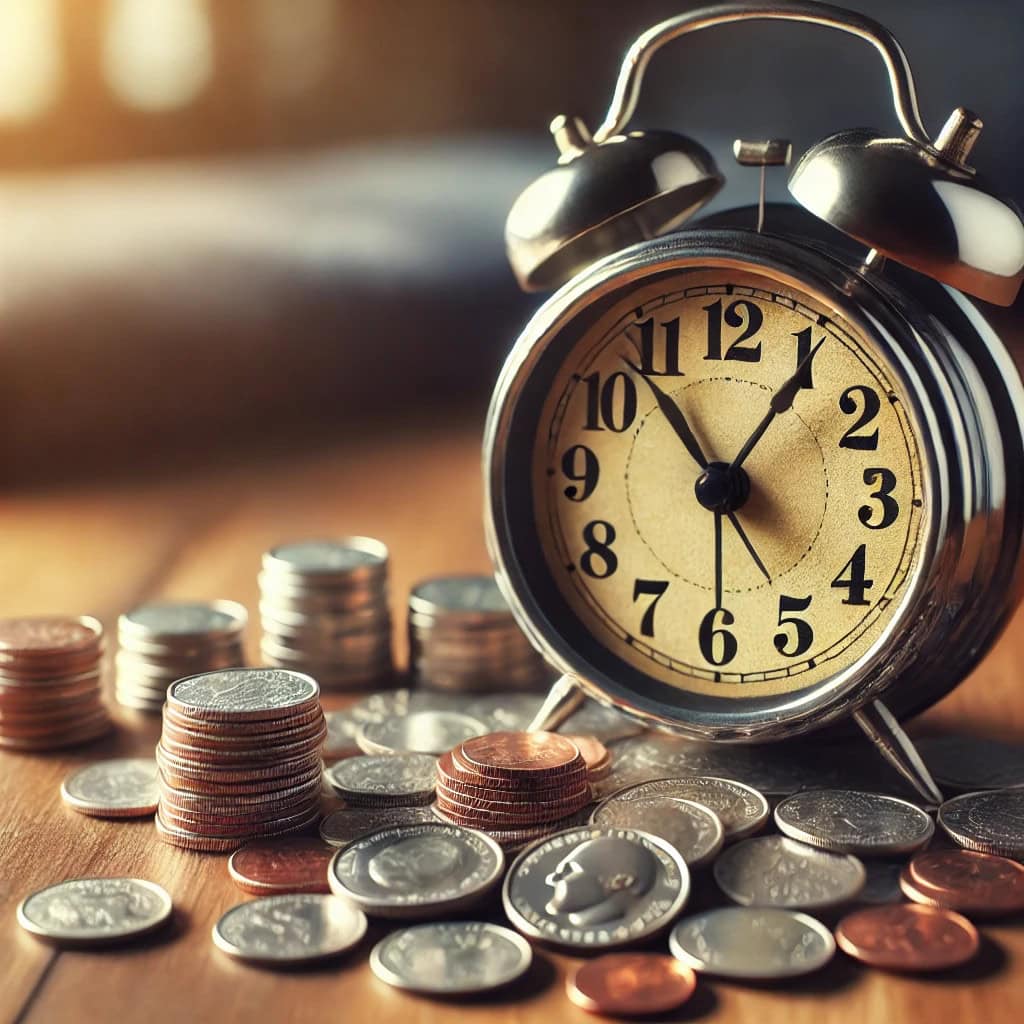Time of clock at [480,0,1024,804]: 12:53
